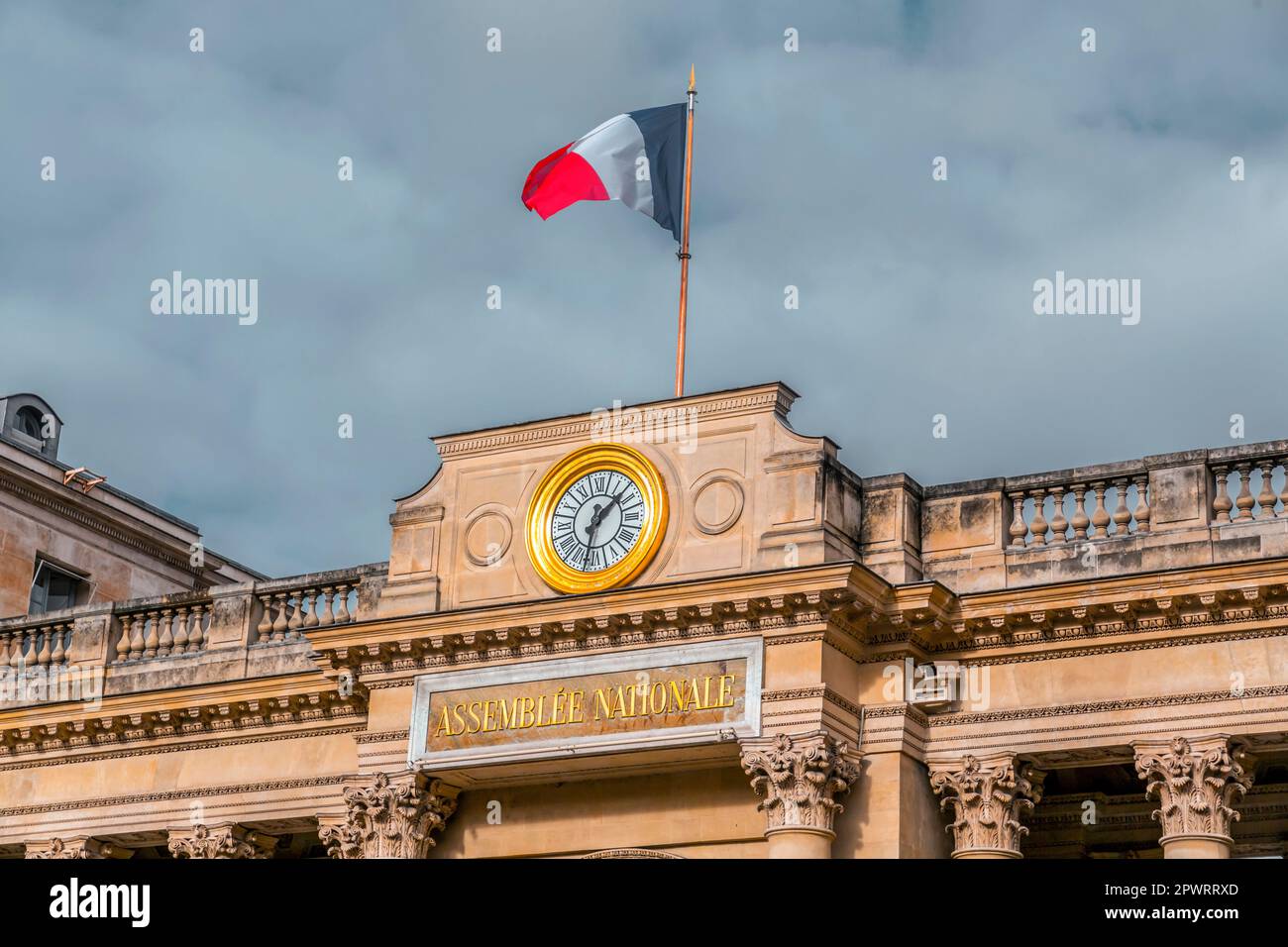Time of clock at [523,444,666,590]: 1:32
